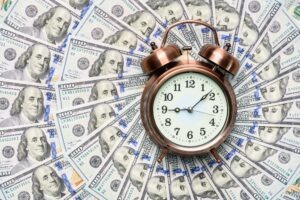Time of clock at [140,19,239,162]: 9:08
